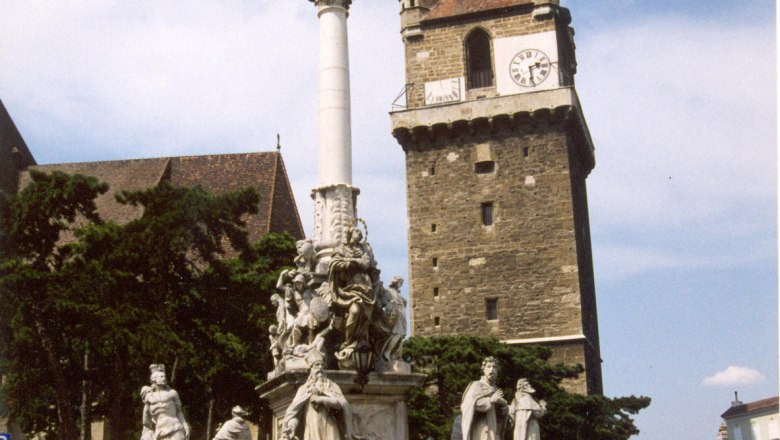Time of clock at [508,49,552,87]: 2:29
